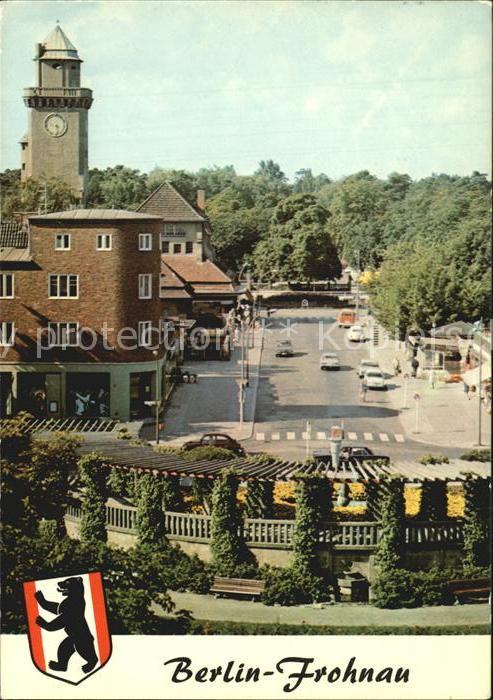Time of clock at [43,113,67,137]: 4:28
